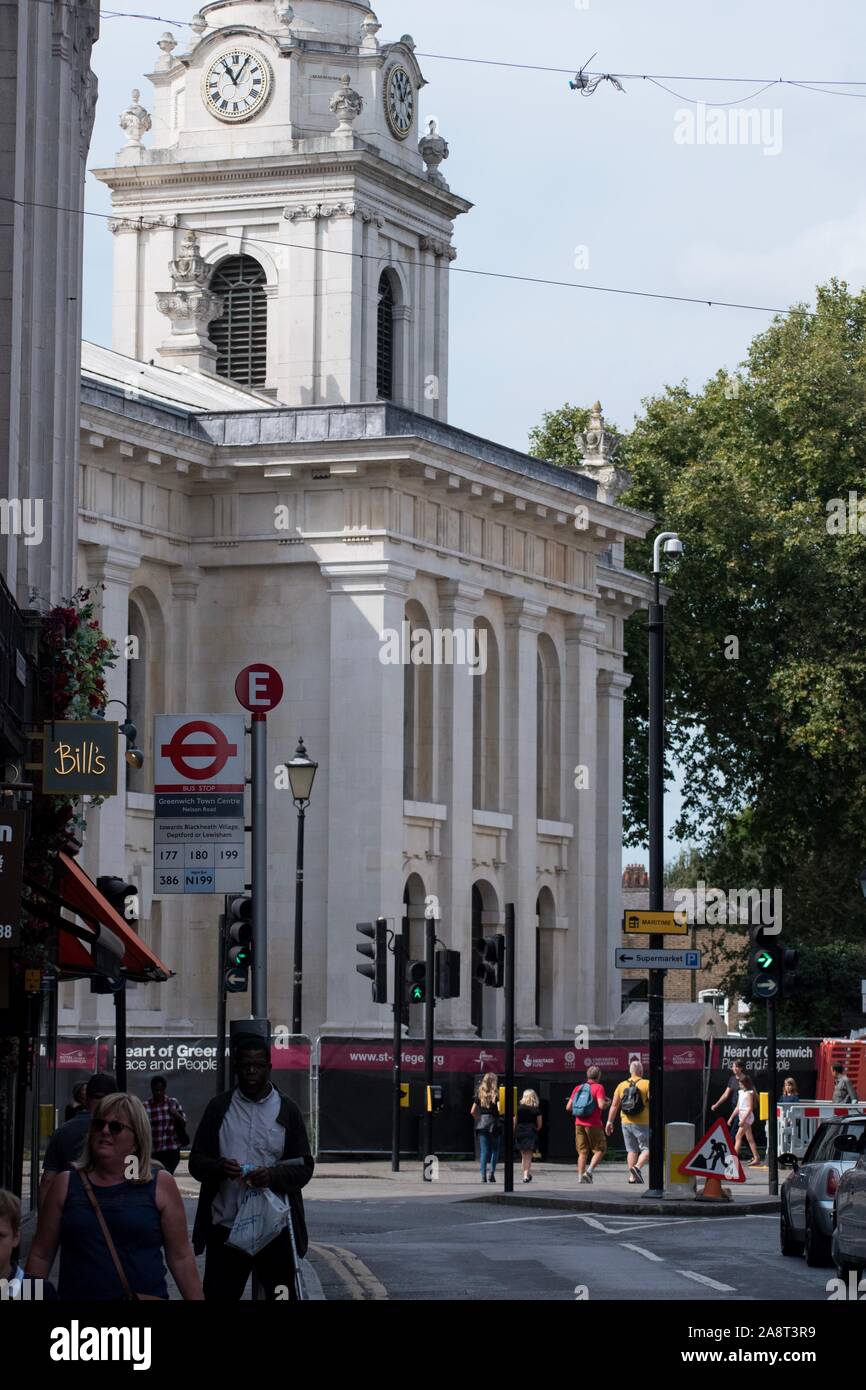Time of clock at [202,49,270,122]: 11:04
